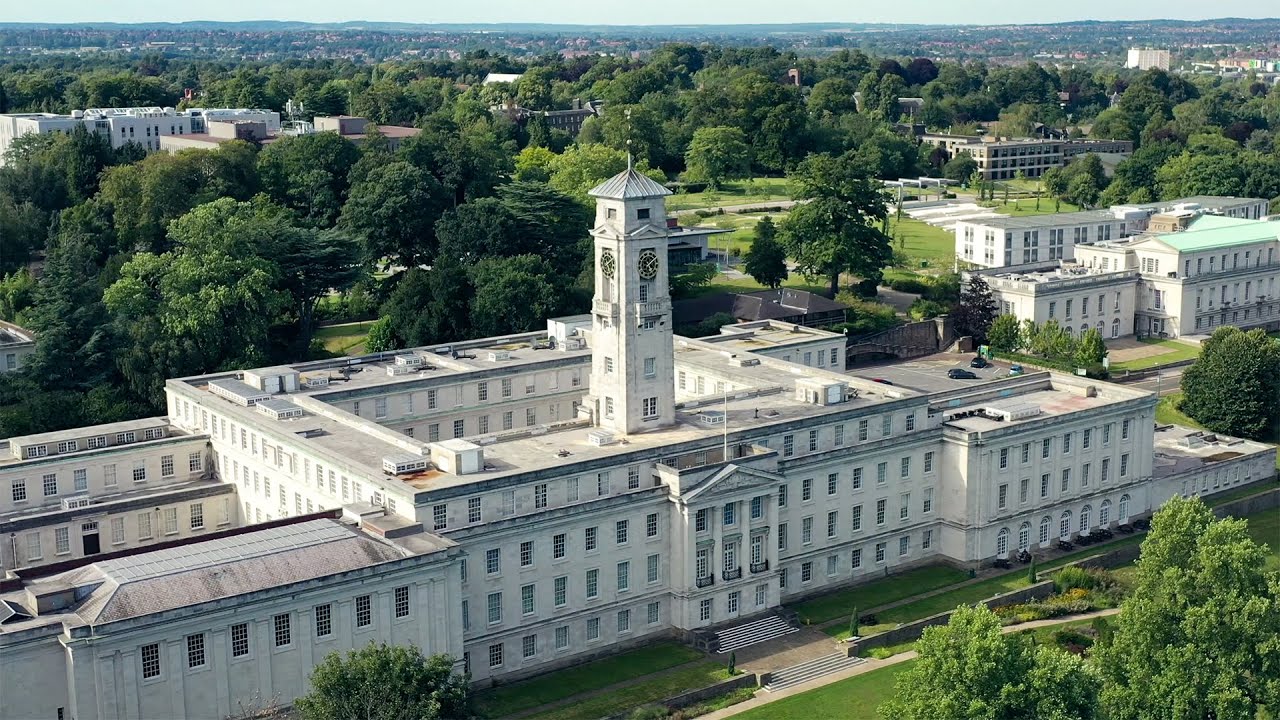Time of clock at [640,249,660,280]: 5:08
